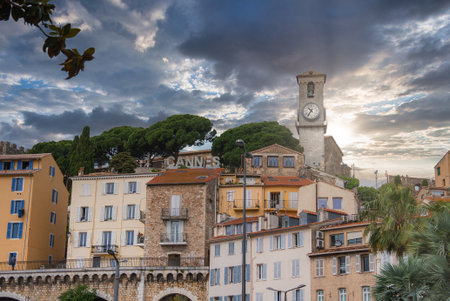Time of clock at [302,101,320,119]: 10:36
